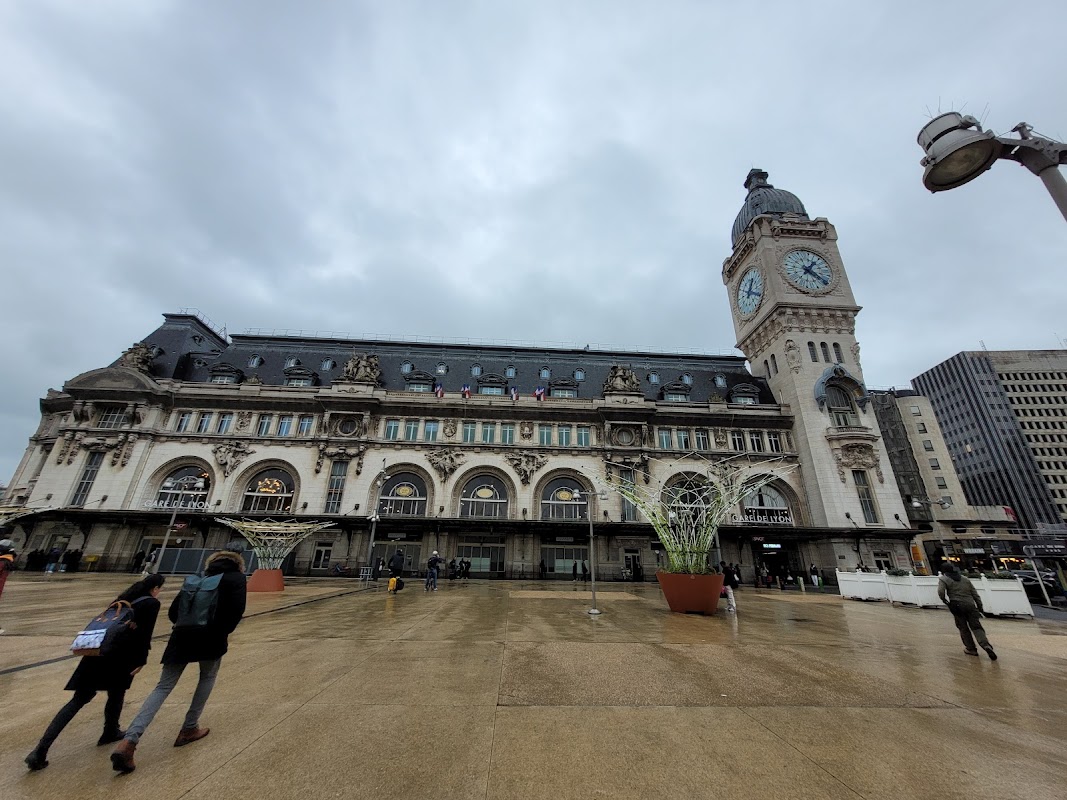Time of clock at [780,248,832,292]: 4:04
